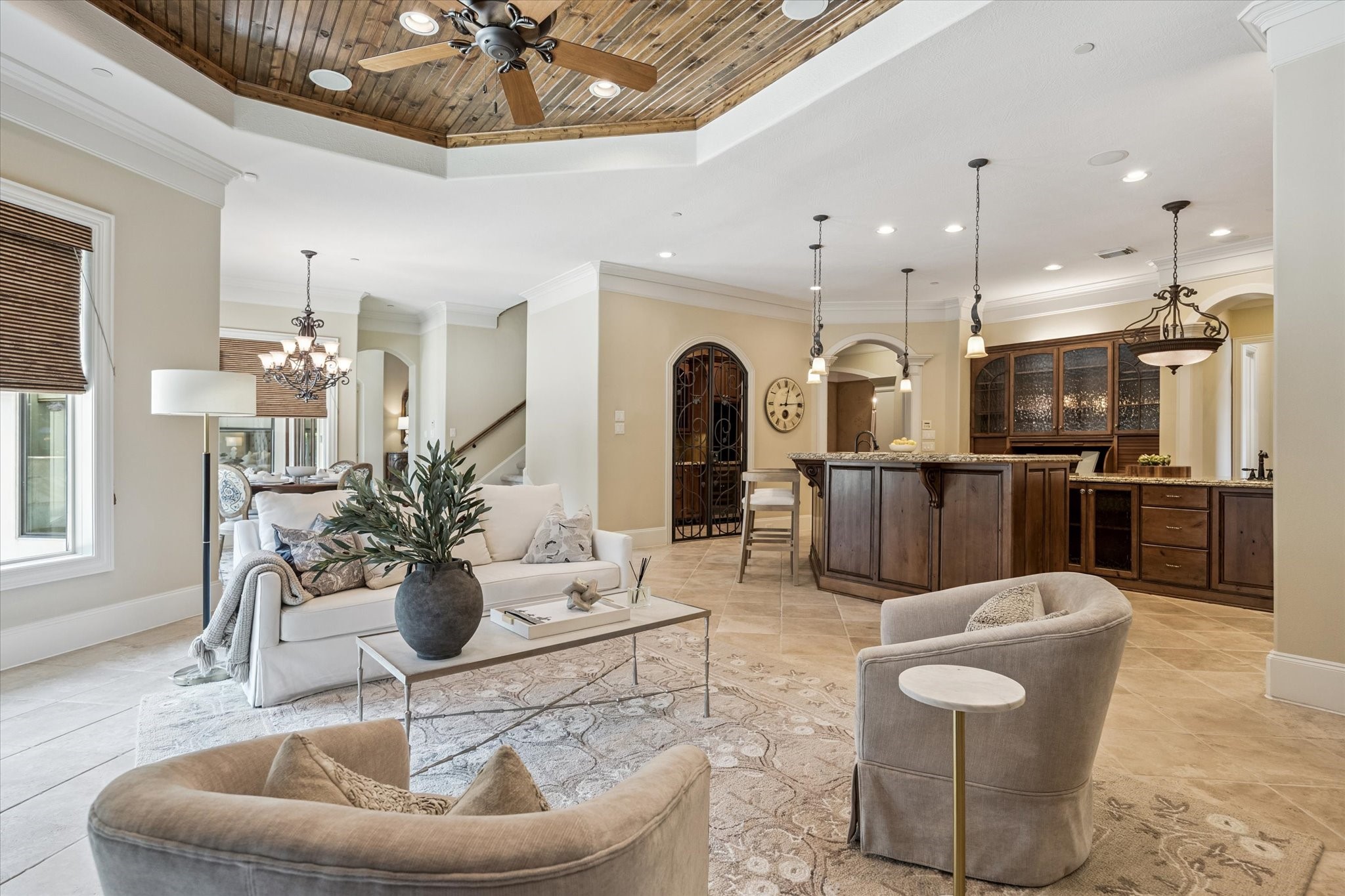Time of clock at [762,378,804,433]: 12:14
